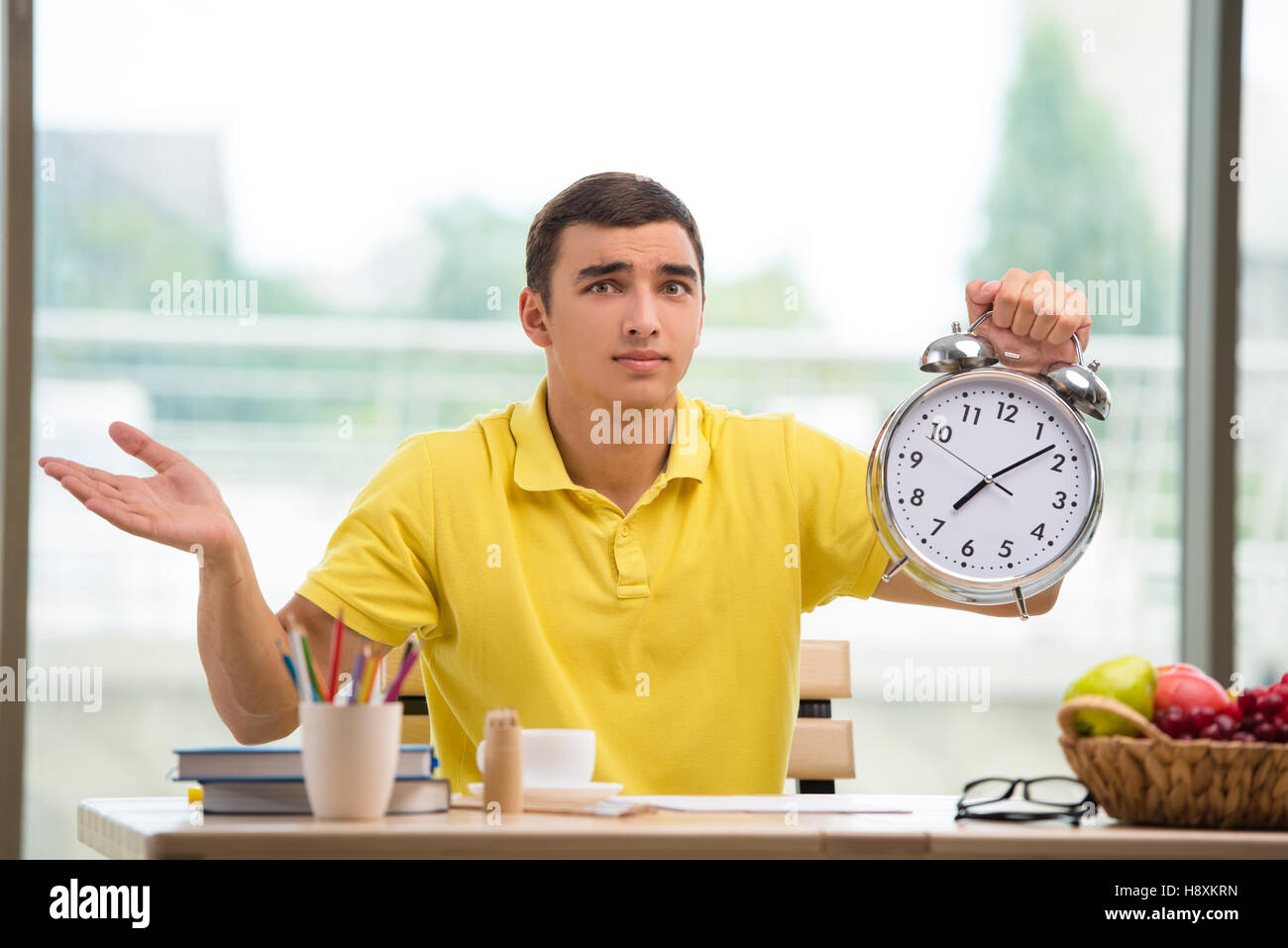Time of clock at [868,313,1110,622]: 7:07
